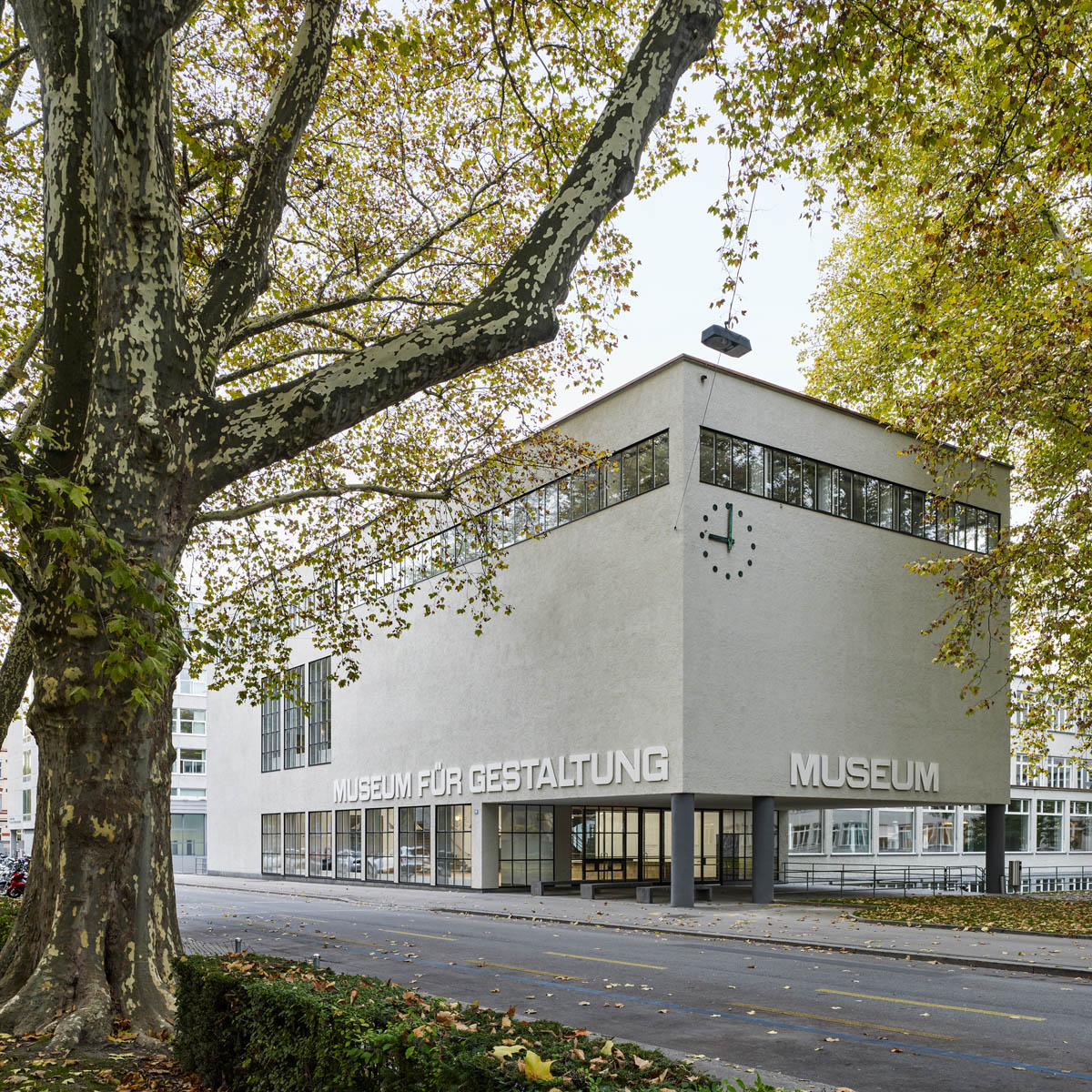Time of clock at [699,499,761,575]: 9:00
